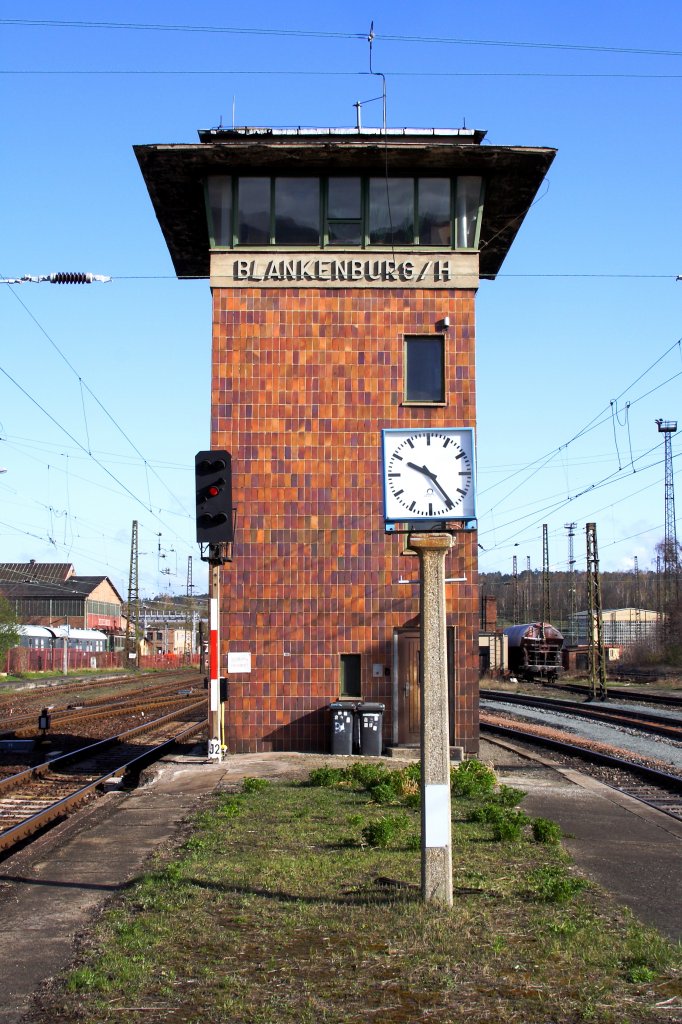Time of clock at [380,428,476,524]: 10:24
